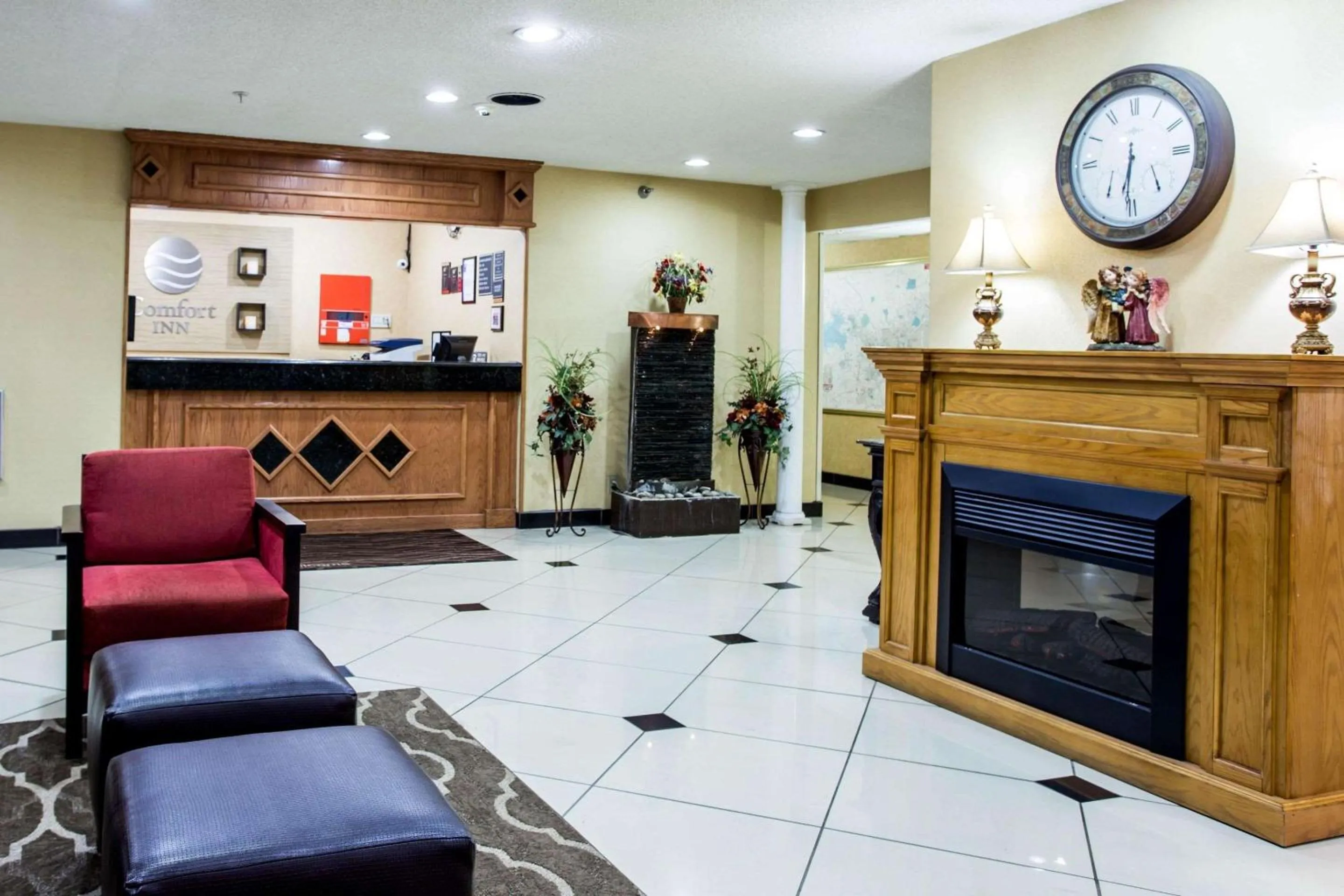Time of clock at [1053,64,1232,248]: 6:31
